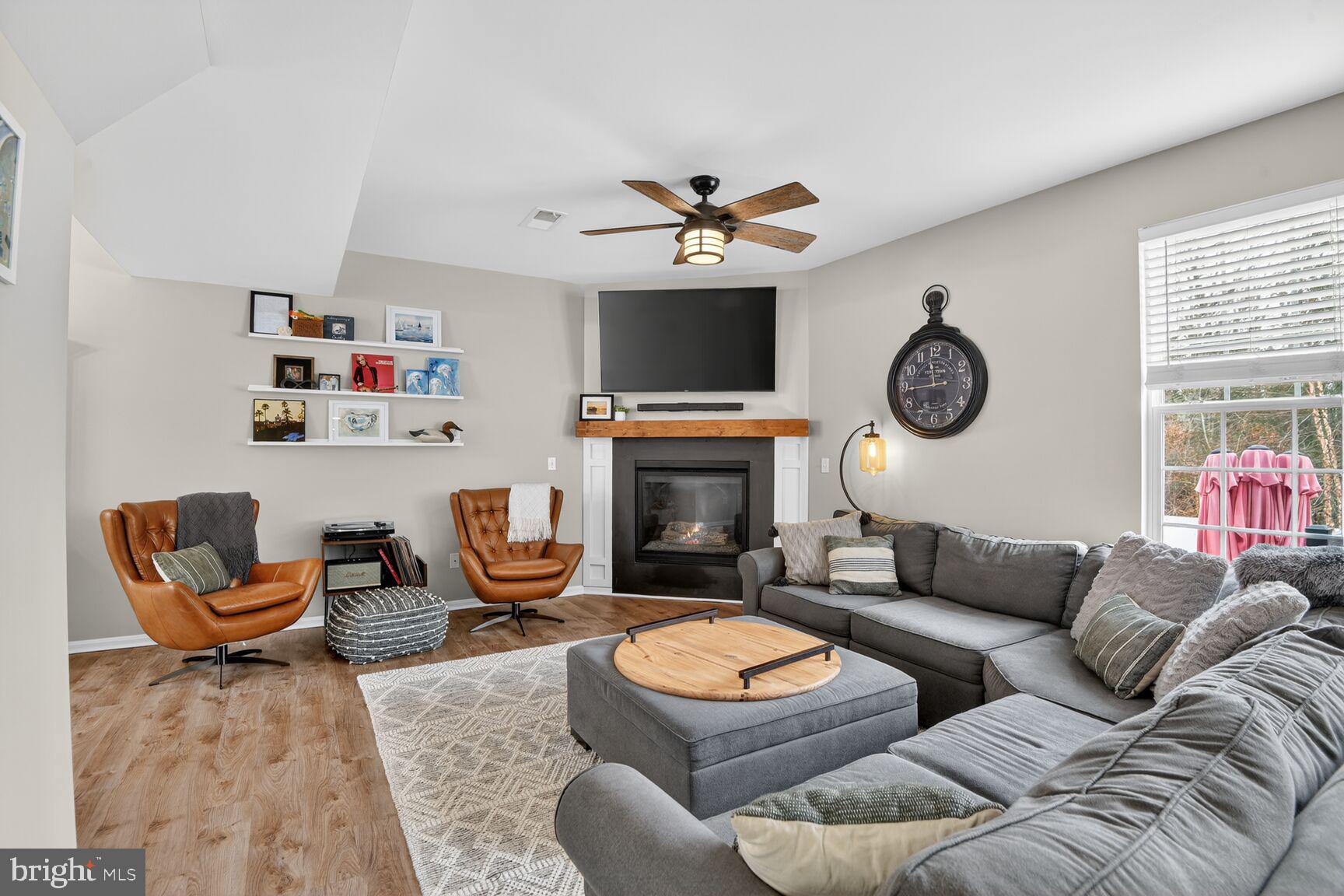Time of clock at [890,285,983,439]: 11:43
